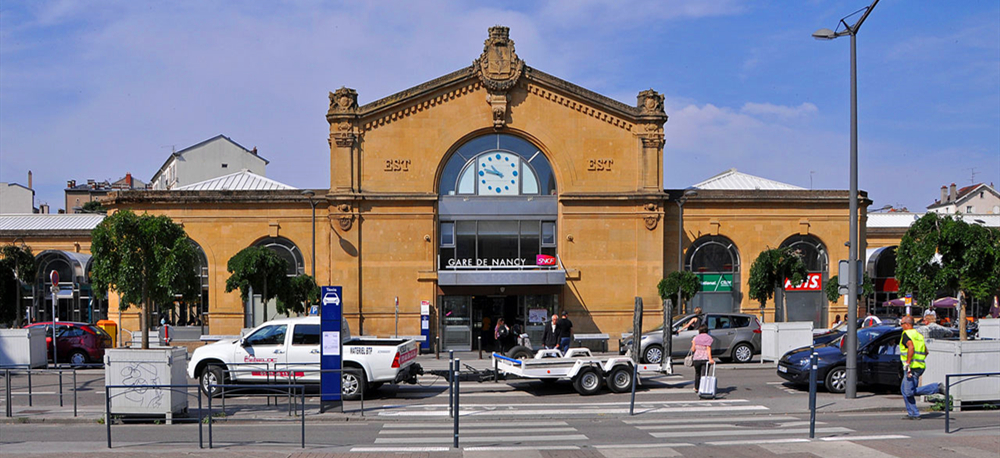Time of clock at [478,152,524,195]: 10:47
